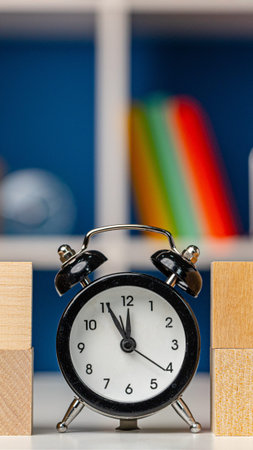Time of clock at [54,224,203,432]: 11:55
